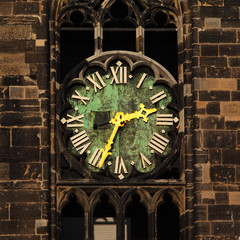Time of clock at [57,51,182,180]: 2:33
